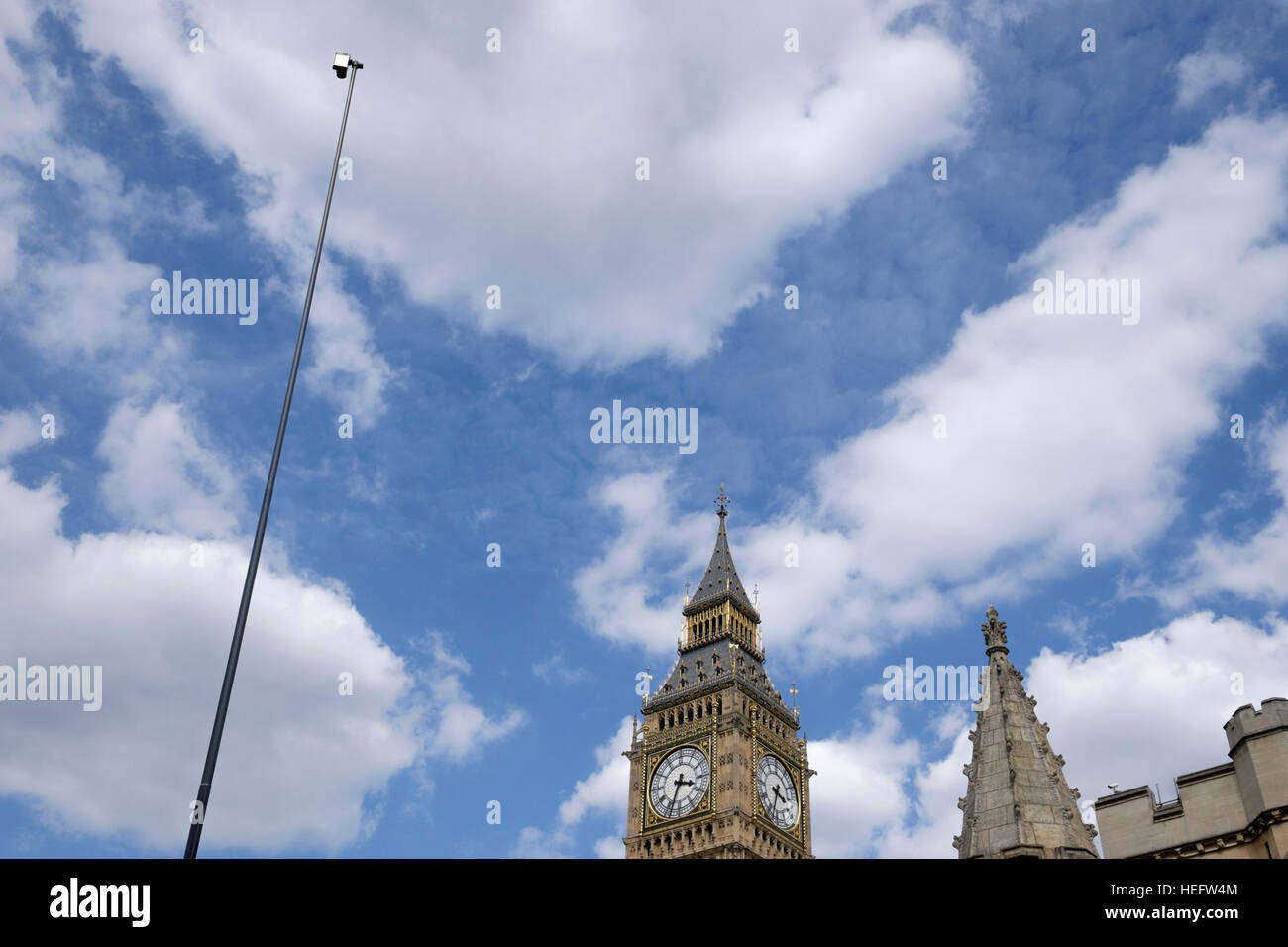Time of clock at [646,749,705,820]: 3:33
